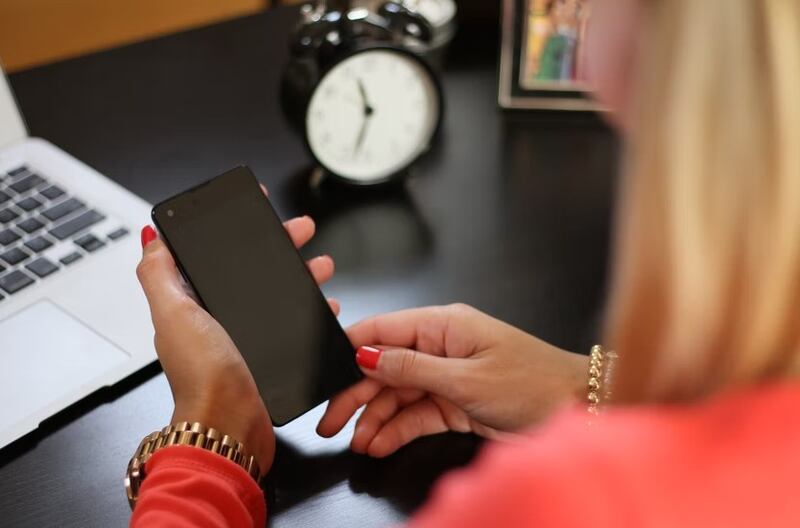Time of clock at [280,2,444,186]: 11:32
